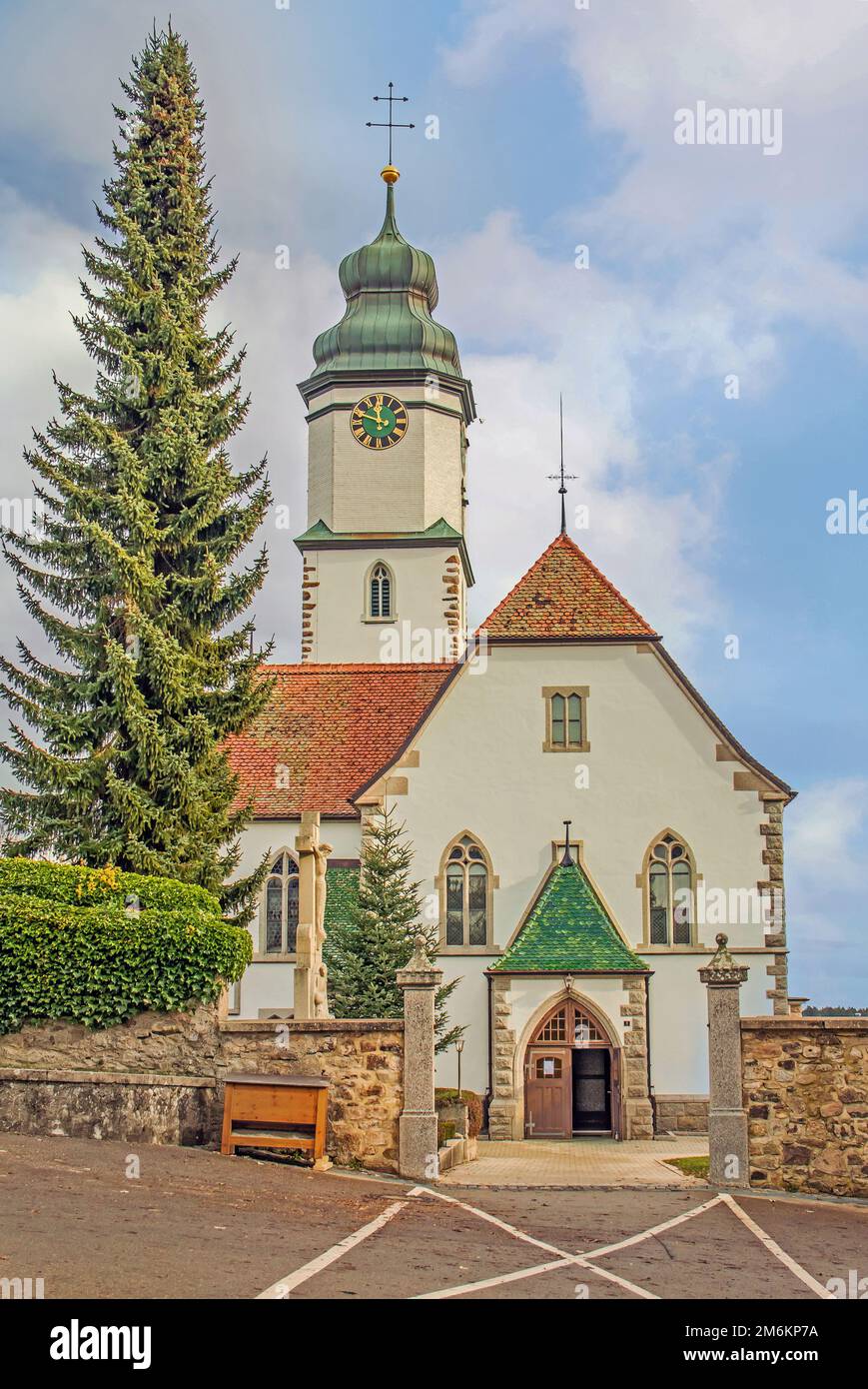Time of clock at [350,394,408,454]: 11:48
